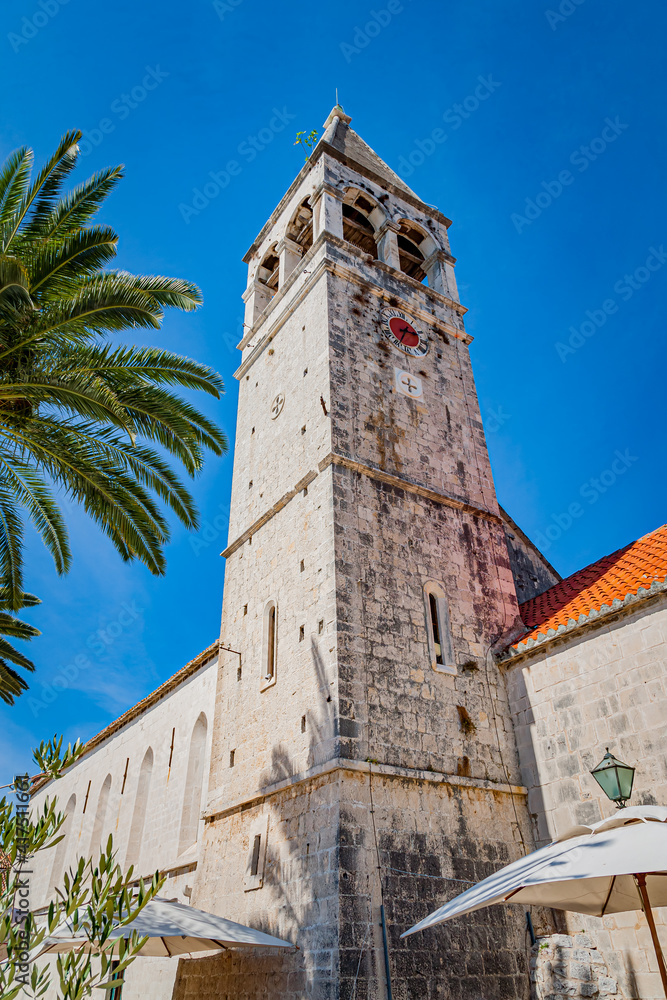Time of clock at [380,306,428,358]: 2:34
